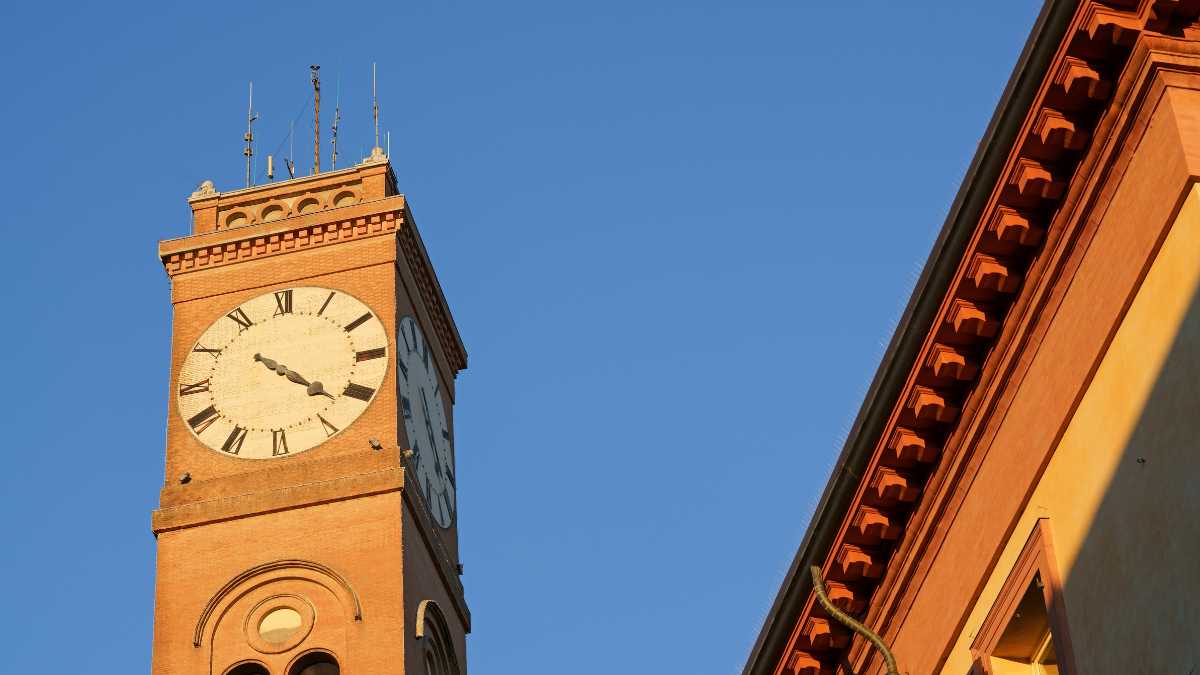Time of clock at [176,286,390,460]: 4:21
